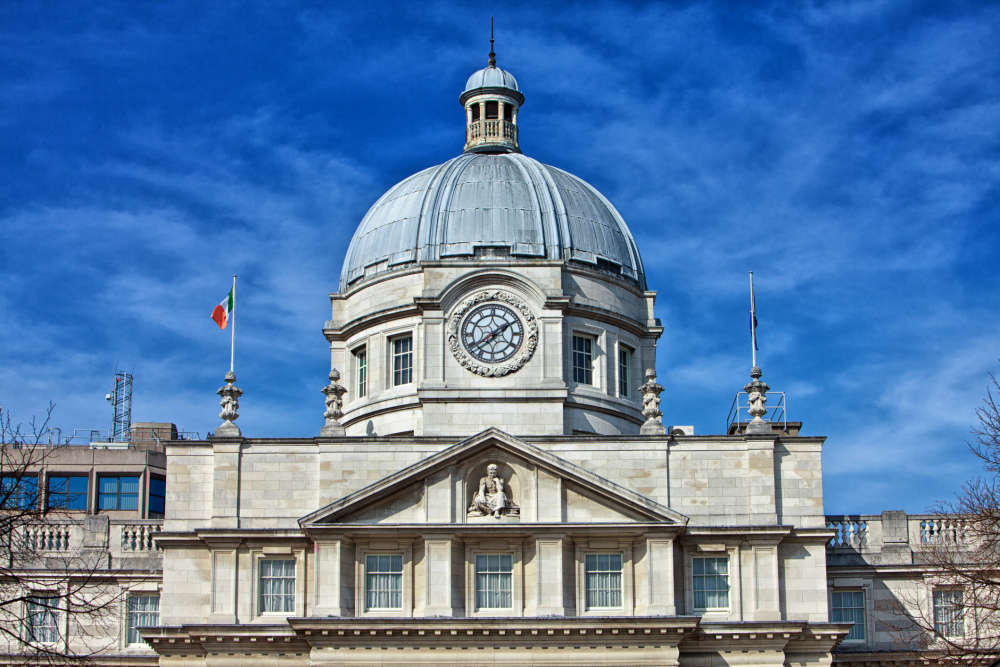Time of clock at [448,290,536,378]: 1:39
